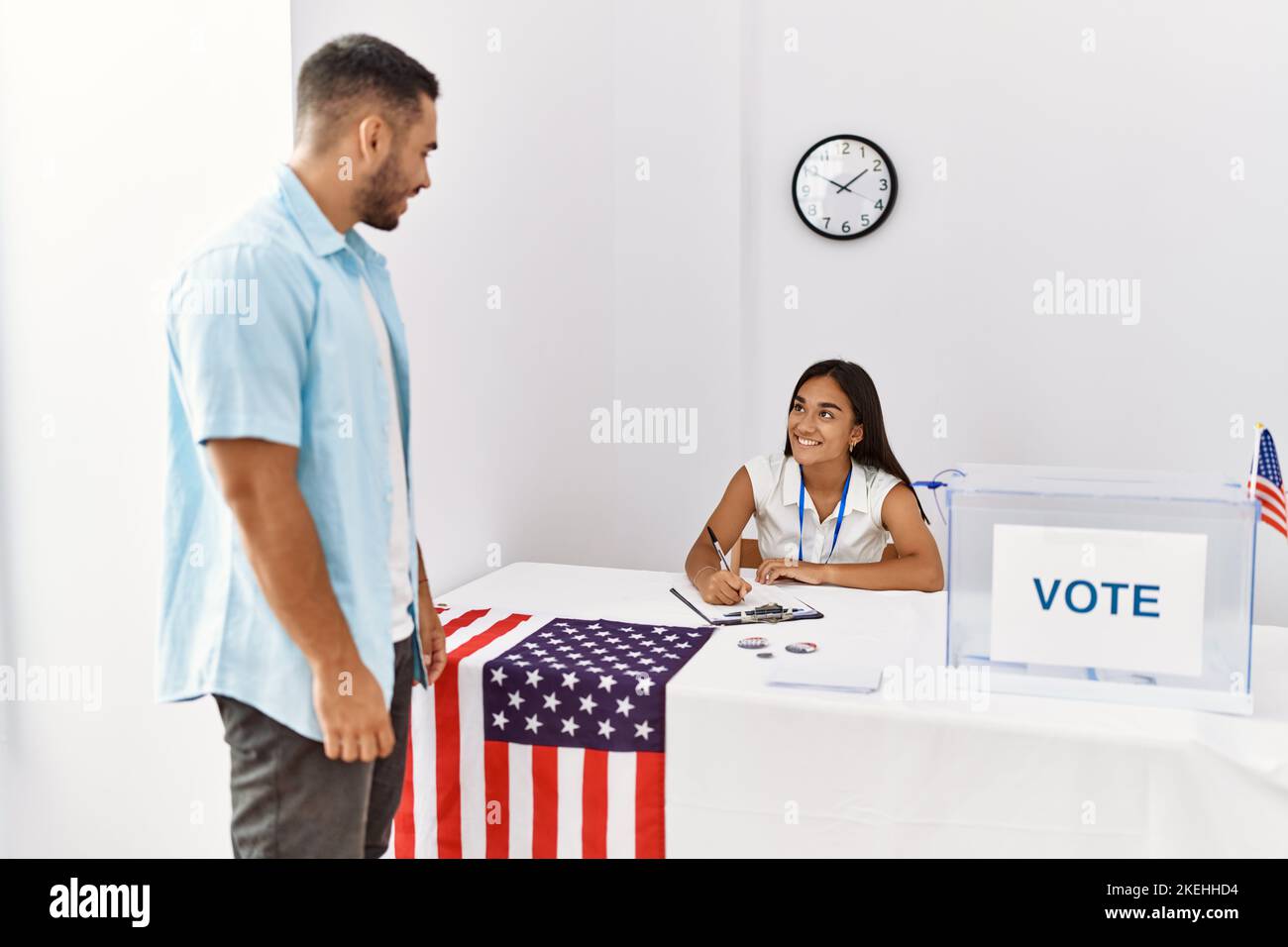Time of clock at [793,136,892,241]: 1:50
